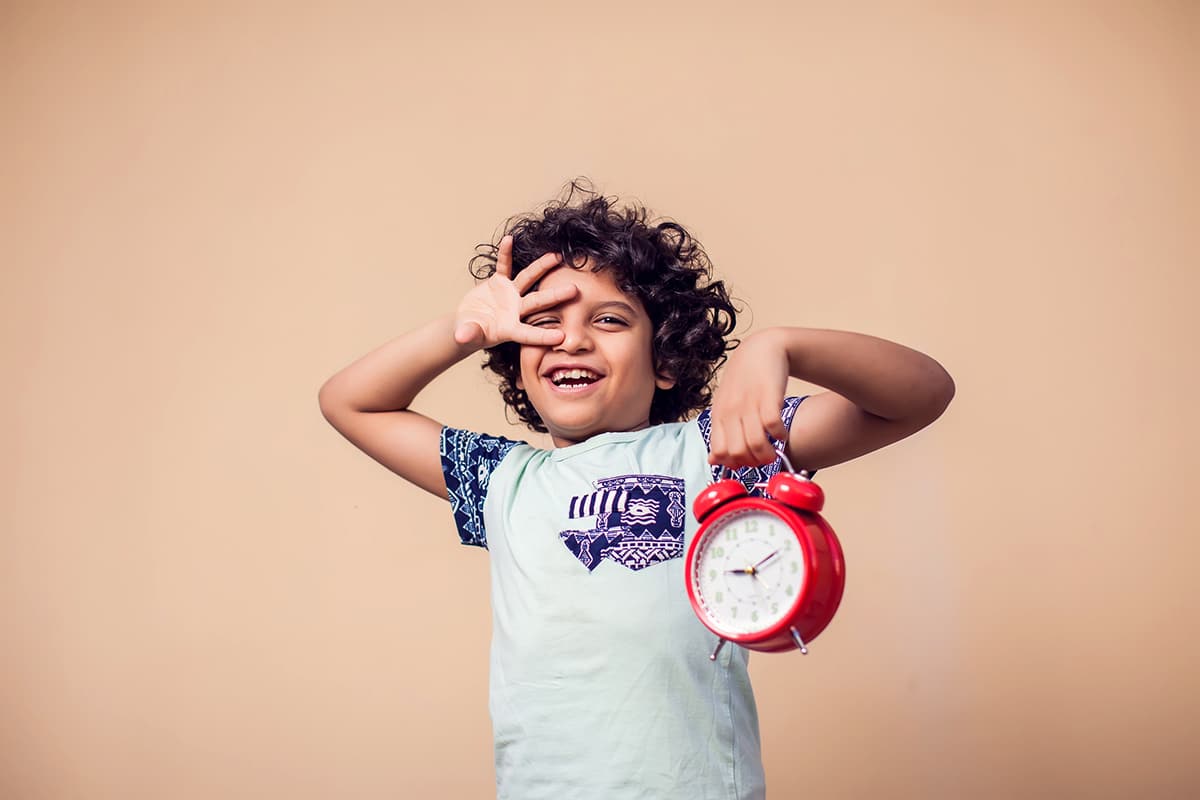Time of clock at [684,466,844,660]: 9:10
